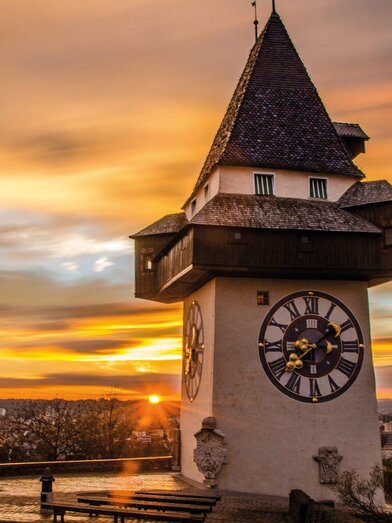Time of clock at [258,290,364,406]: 1:37
